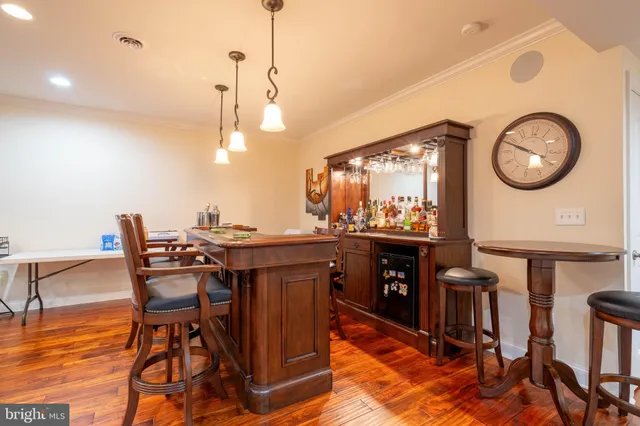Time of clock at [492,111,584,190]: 9:48
